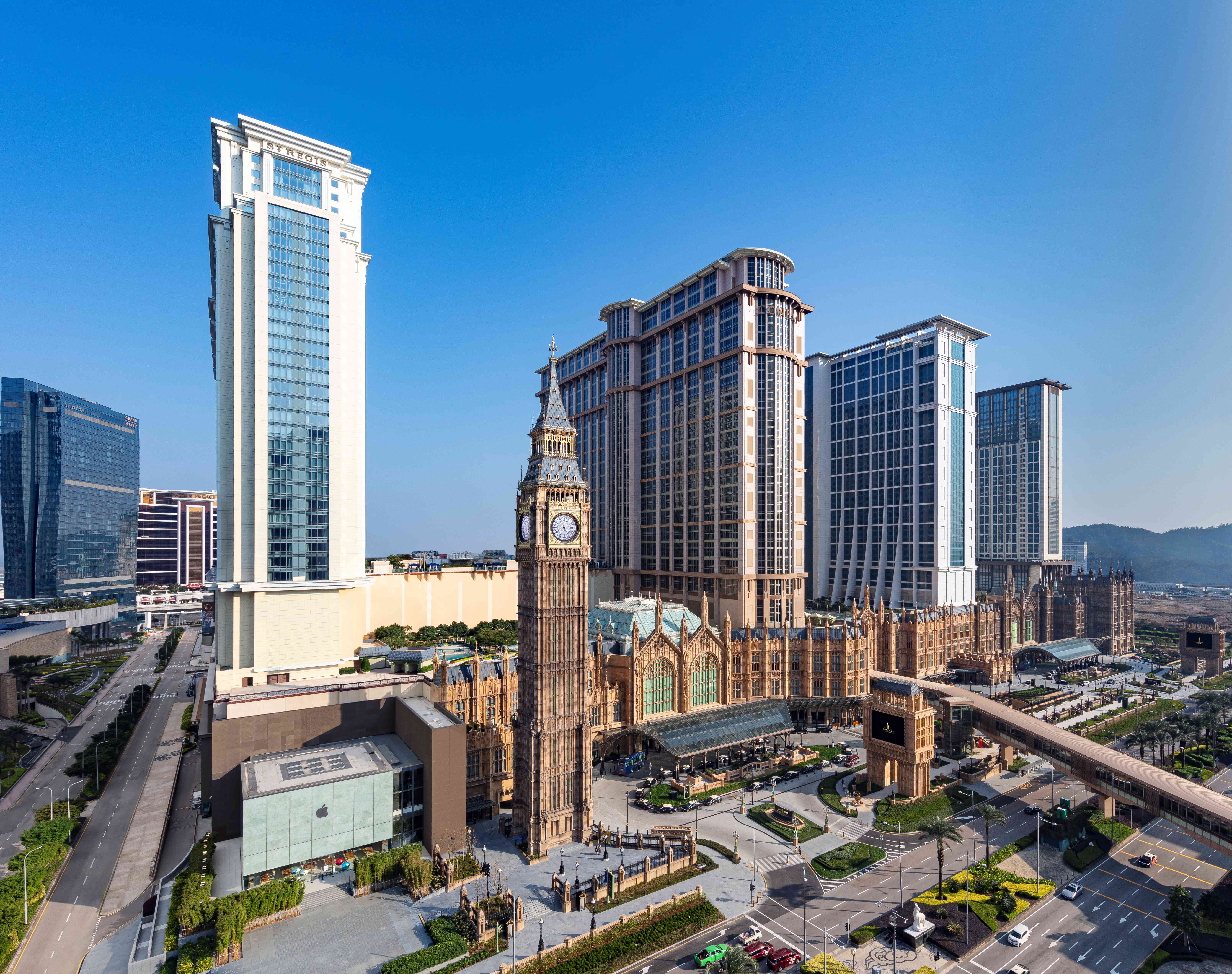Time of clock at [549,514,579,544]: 4:55
